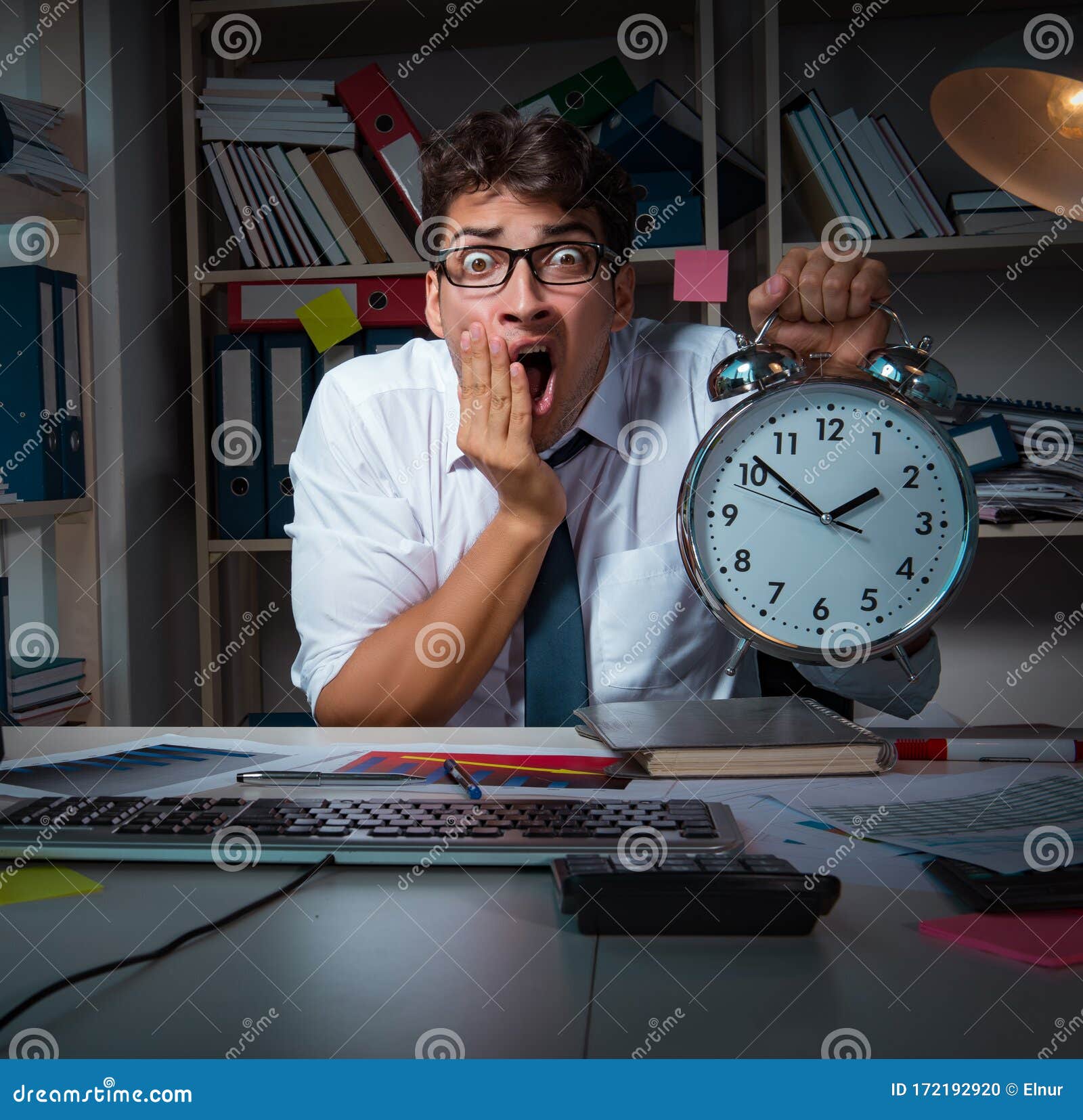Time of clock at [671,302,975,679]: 1:51
